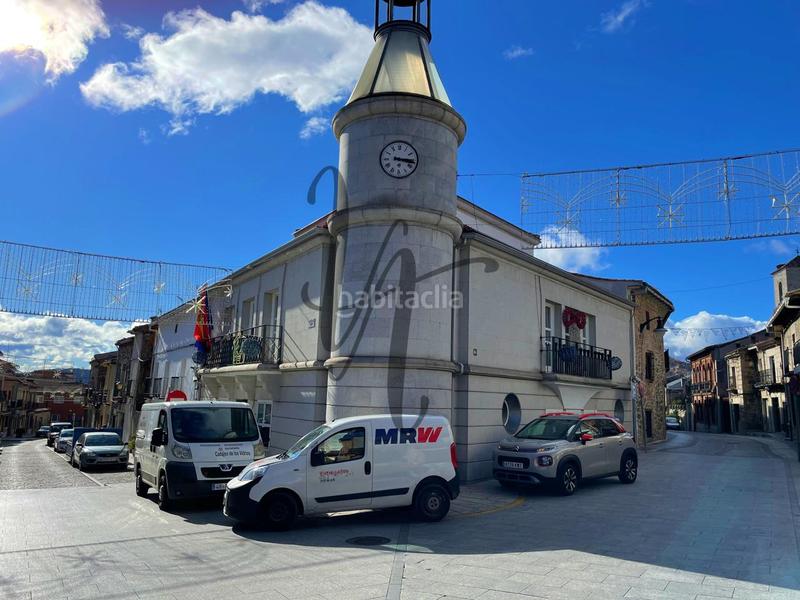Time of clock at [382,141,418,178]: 3:16
